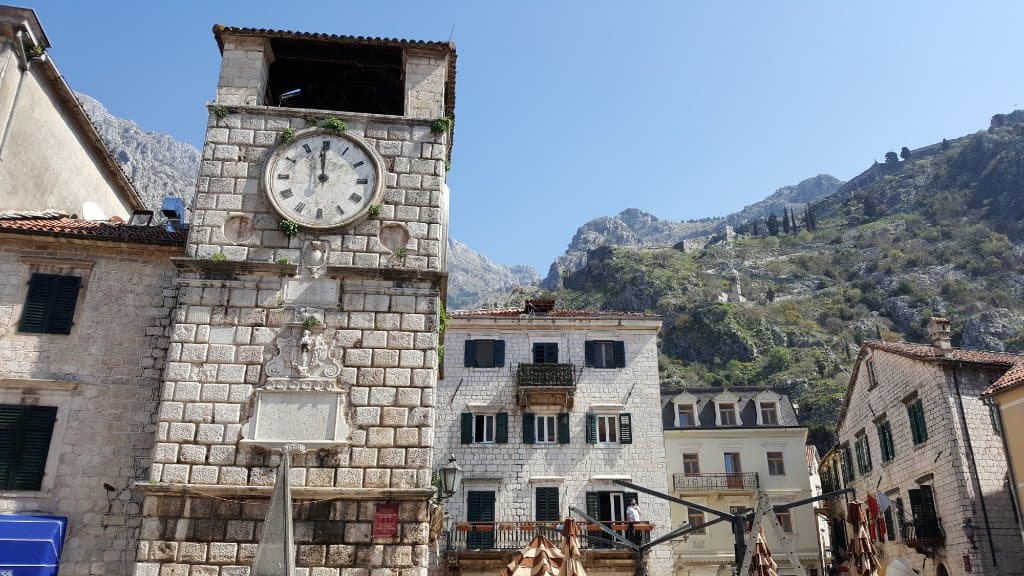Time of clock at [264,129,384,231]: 11:59
